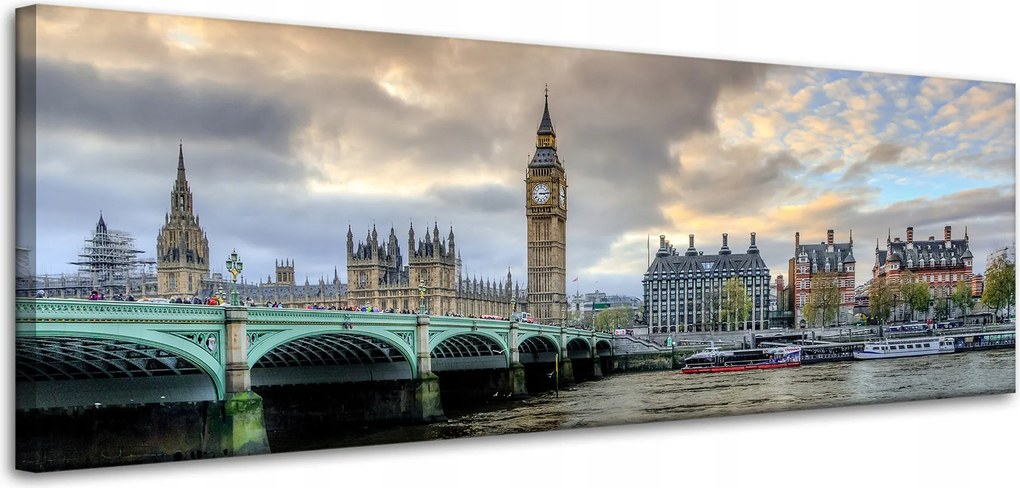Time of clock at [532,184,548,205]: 3:14
